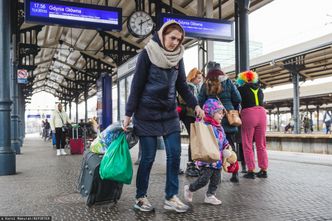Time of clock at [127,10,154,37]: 6:10
